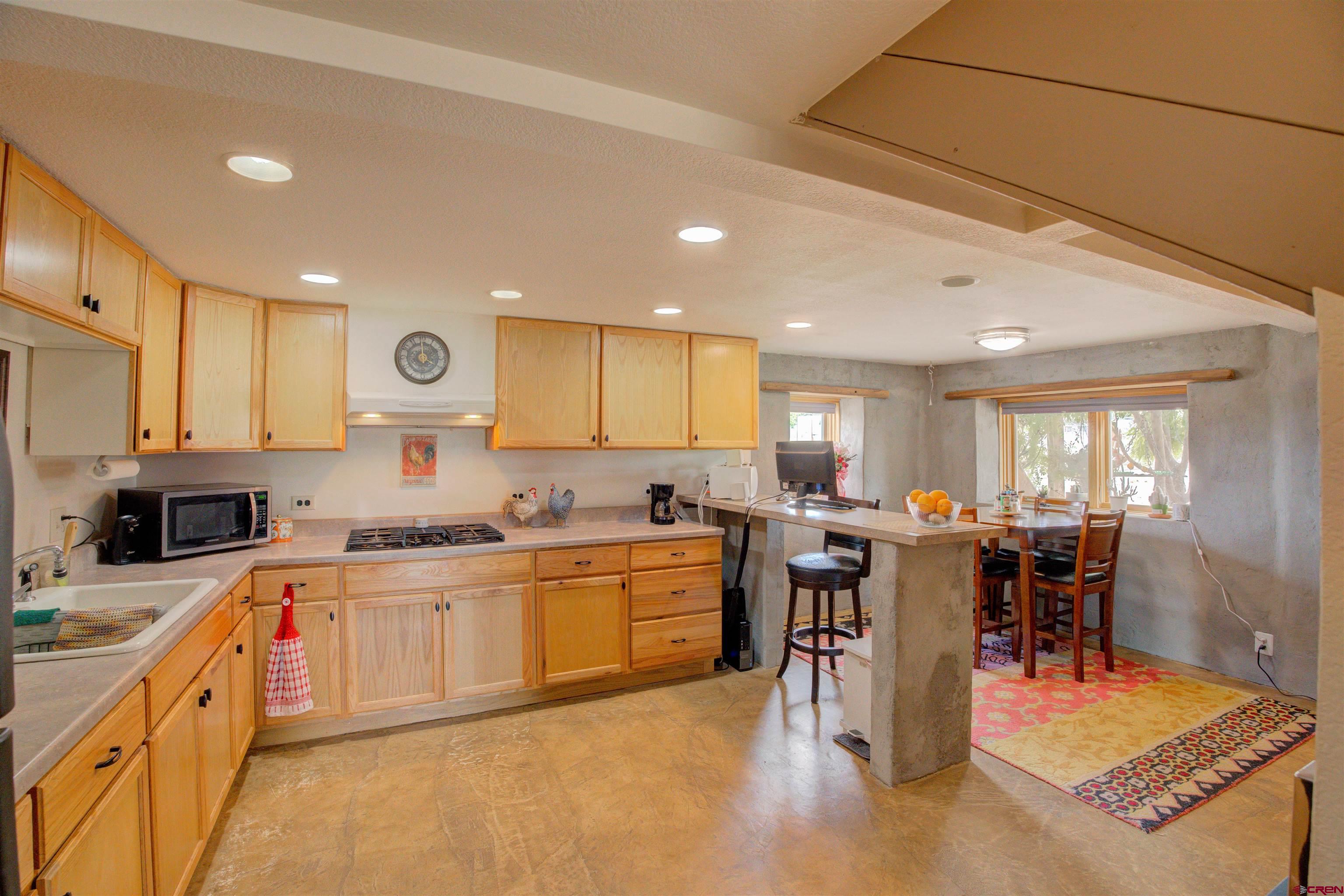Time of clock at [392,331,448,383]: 3:59
